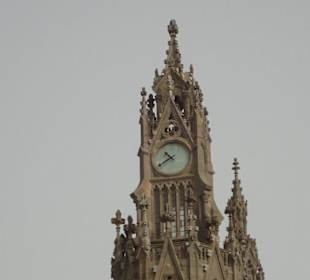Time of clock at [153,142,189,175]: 10:39
